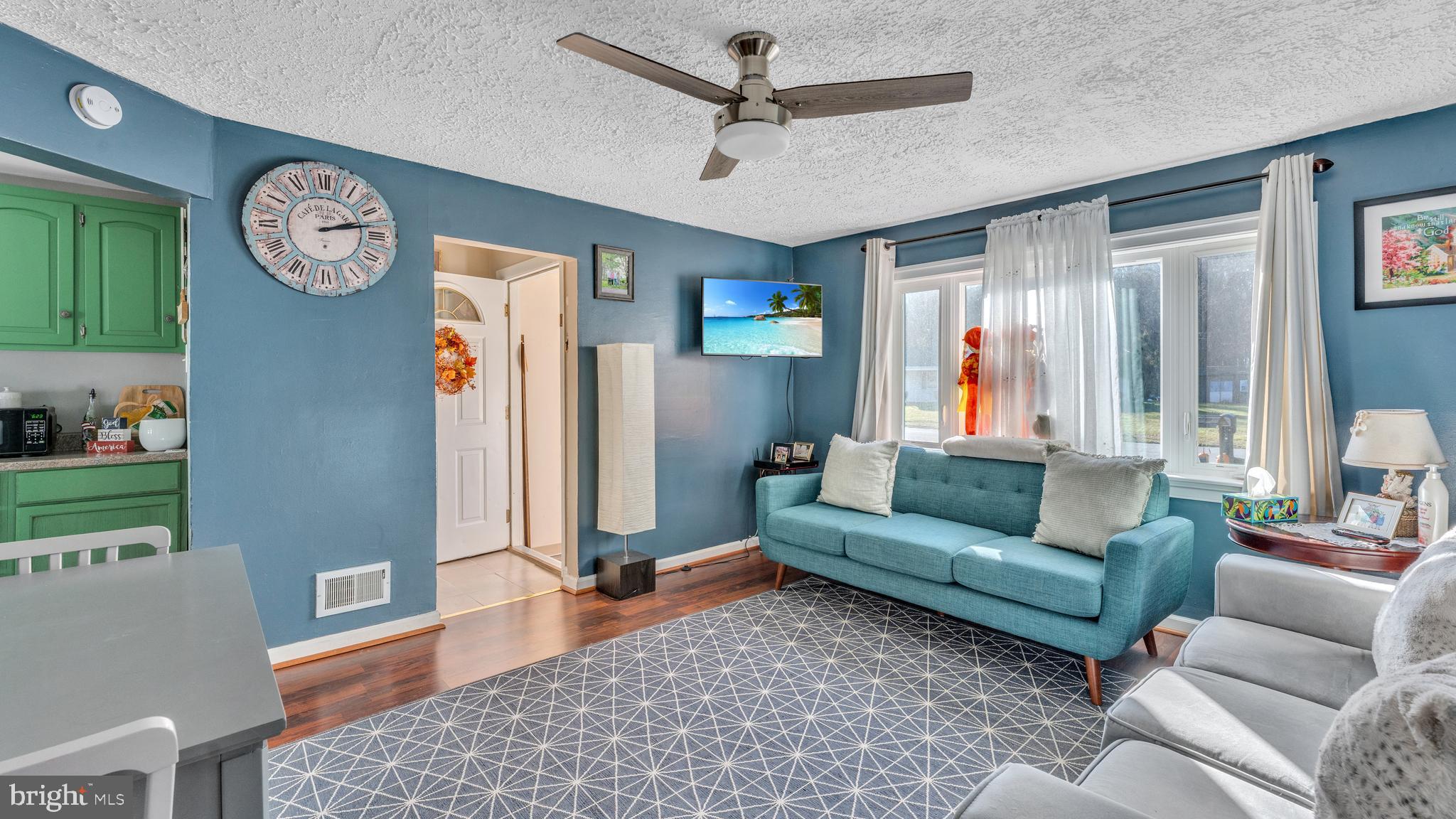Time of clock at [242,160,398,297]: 2:12
